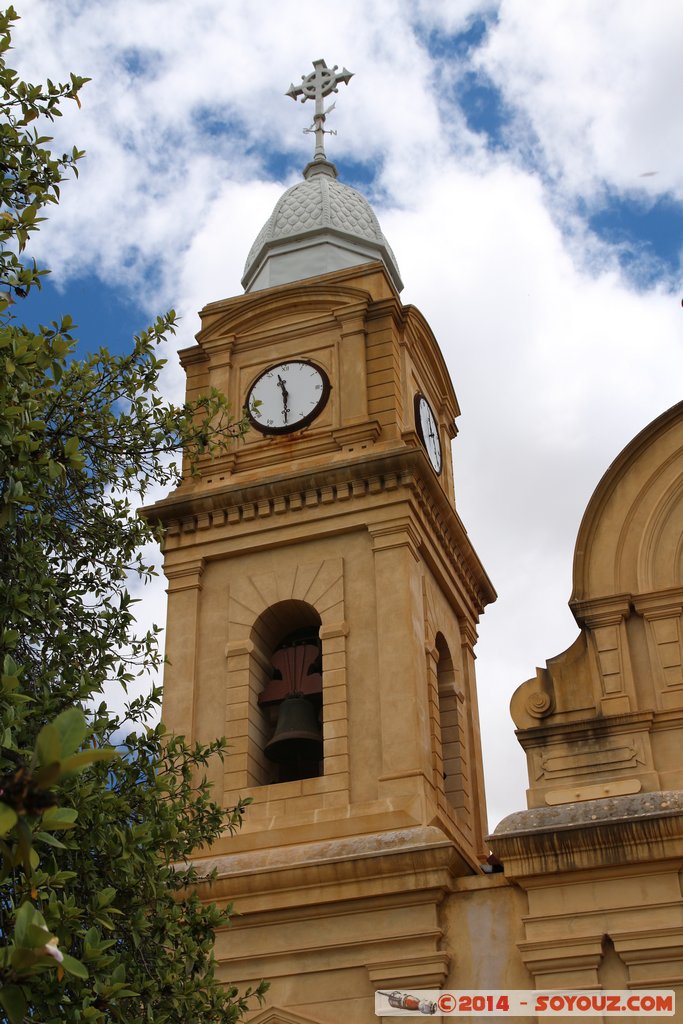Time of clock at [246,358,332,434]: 11:29
